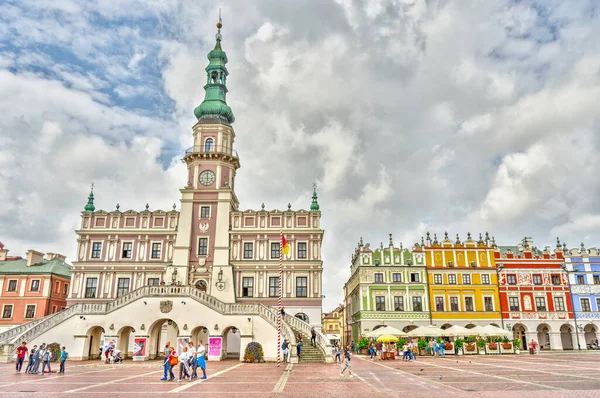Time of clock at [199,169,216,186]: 5:59
